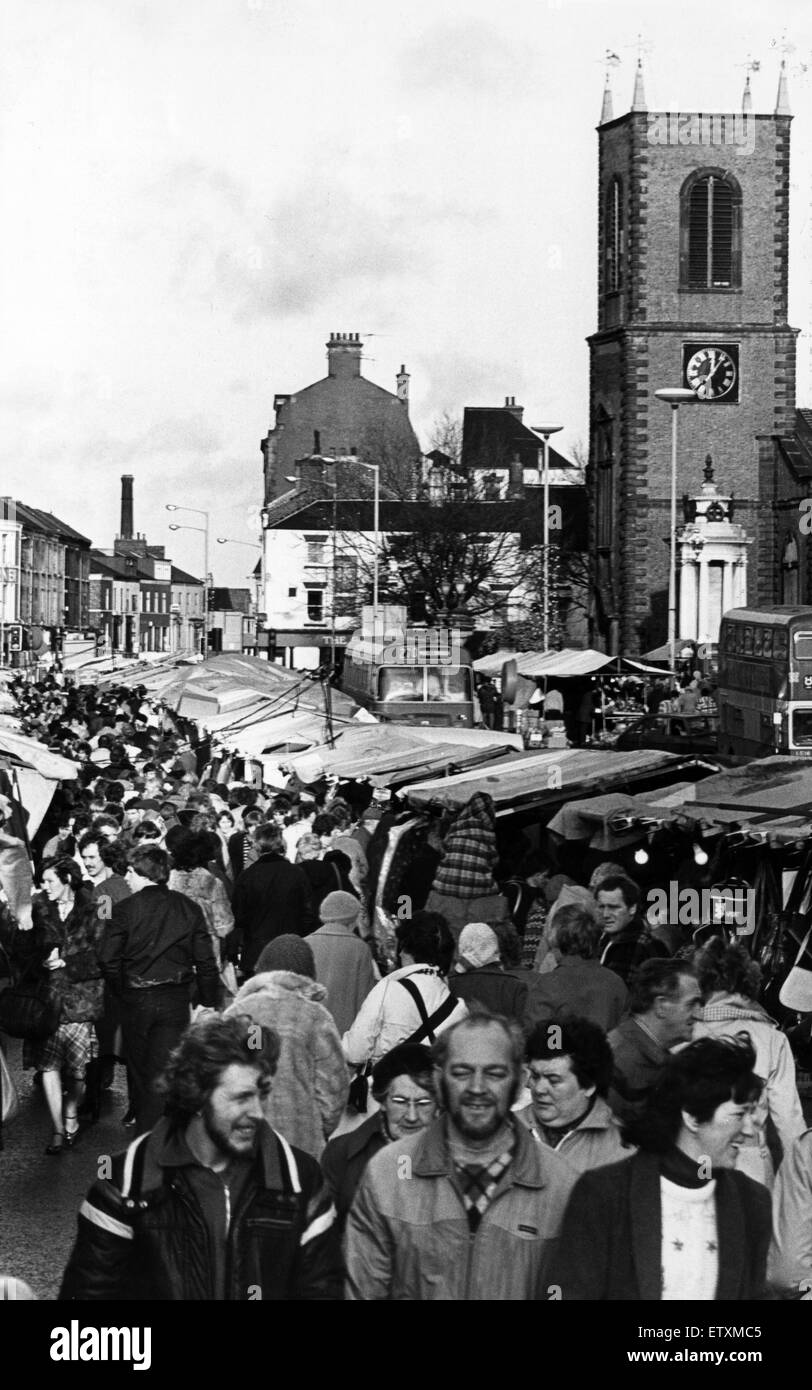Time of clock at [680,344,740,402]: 12:06
